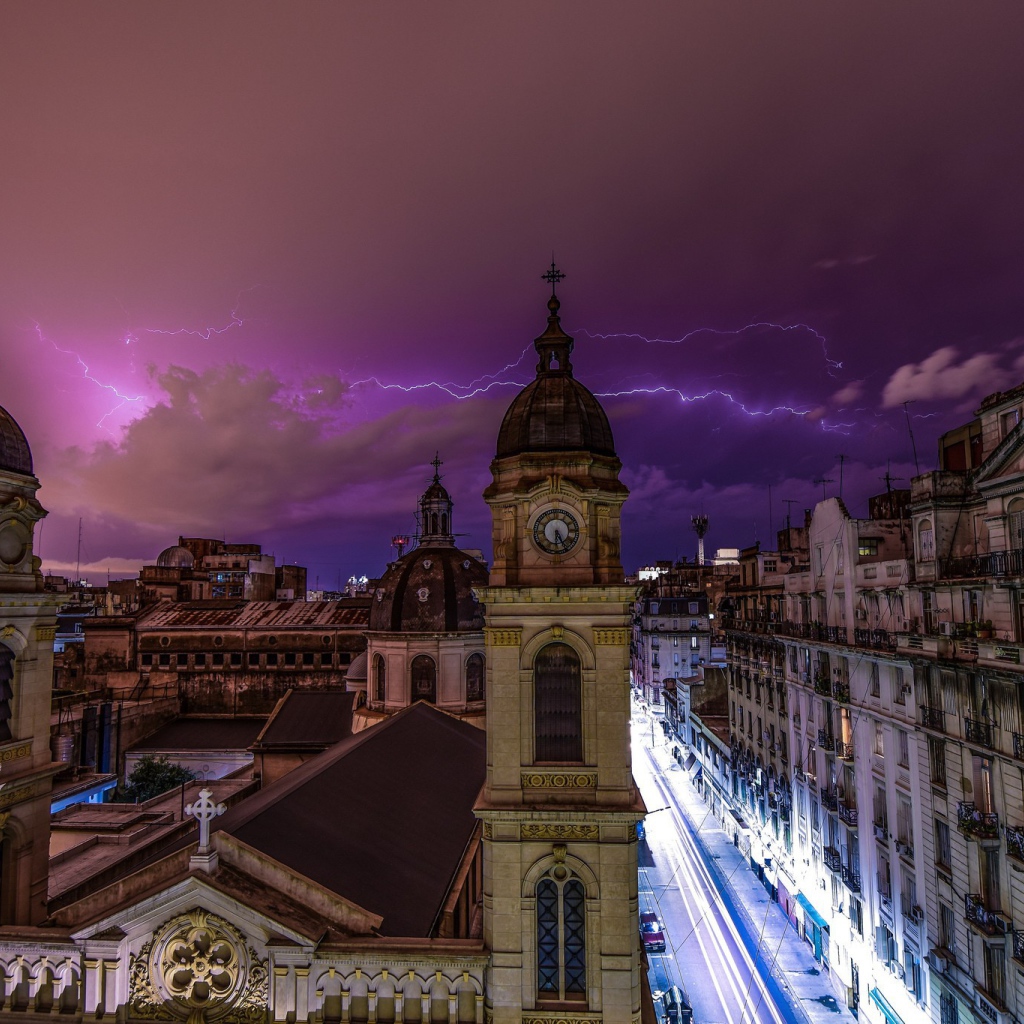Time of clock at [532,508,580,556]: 6:25
